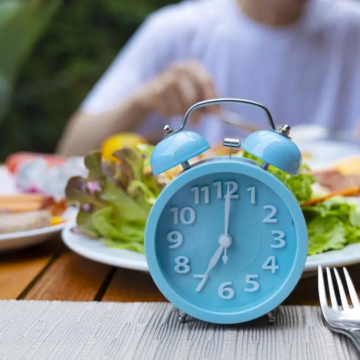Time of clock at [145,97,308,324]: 7:00
